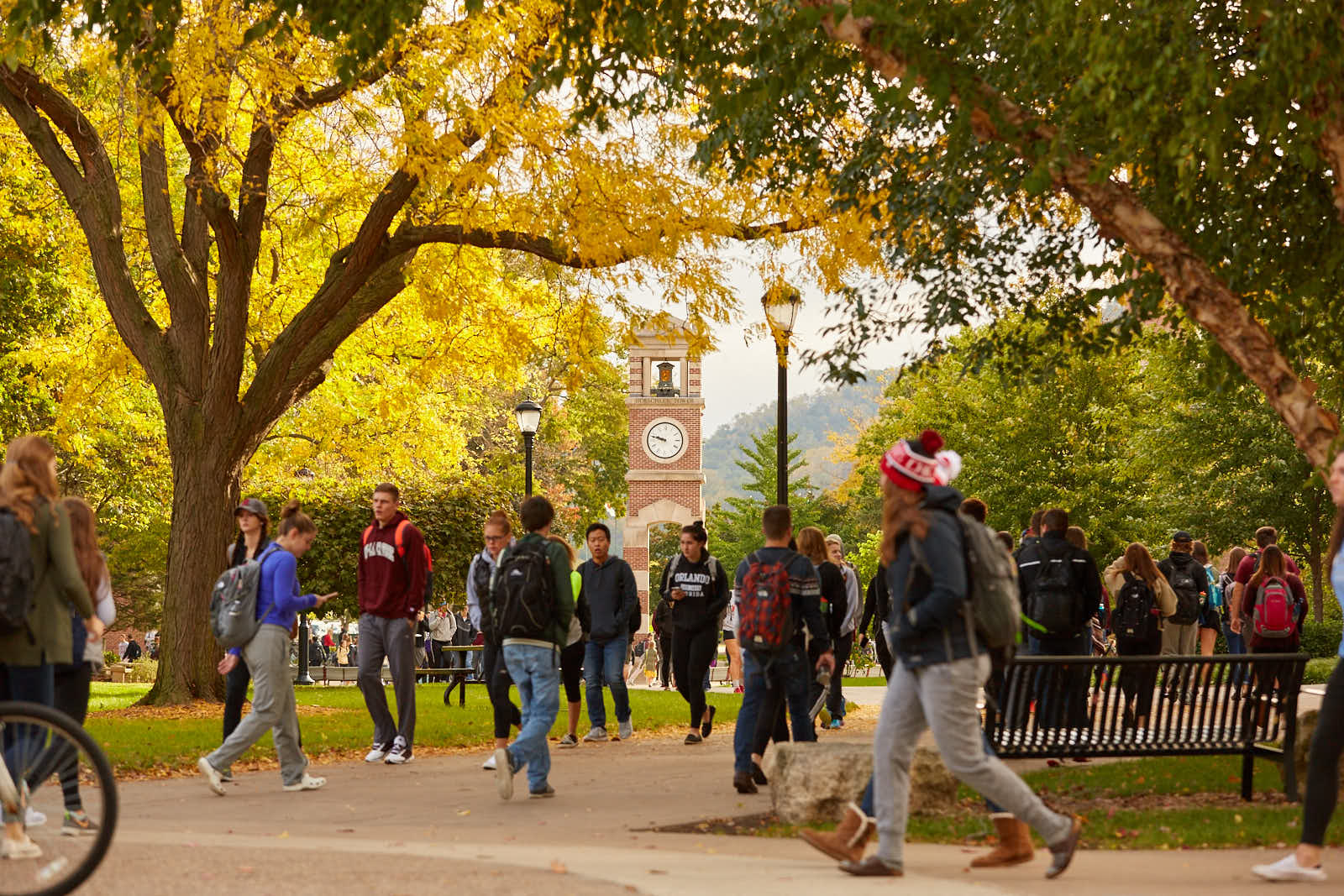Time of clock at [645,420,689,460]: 9:47
